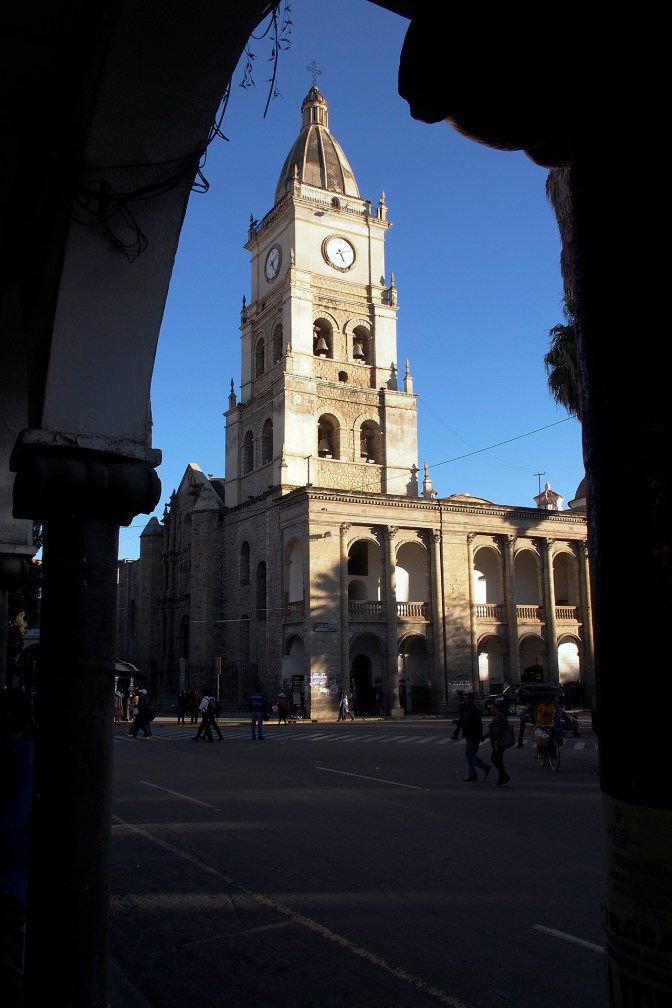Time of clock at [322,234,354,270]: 5:11
